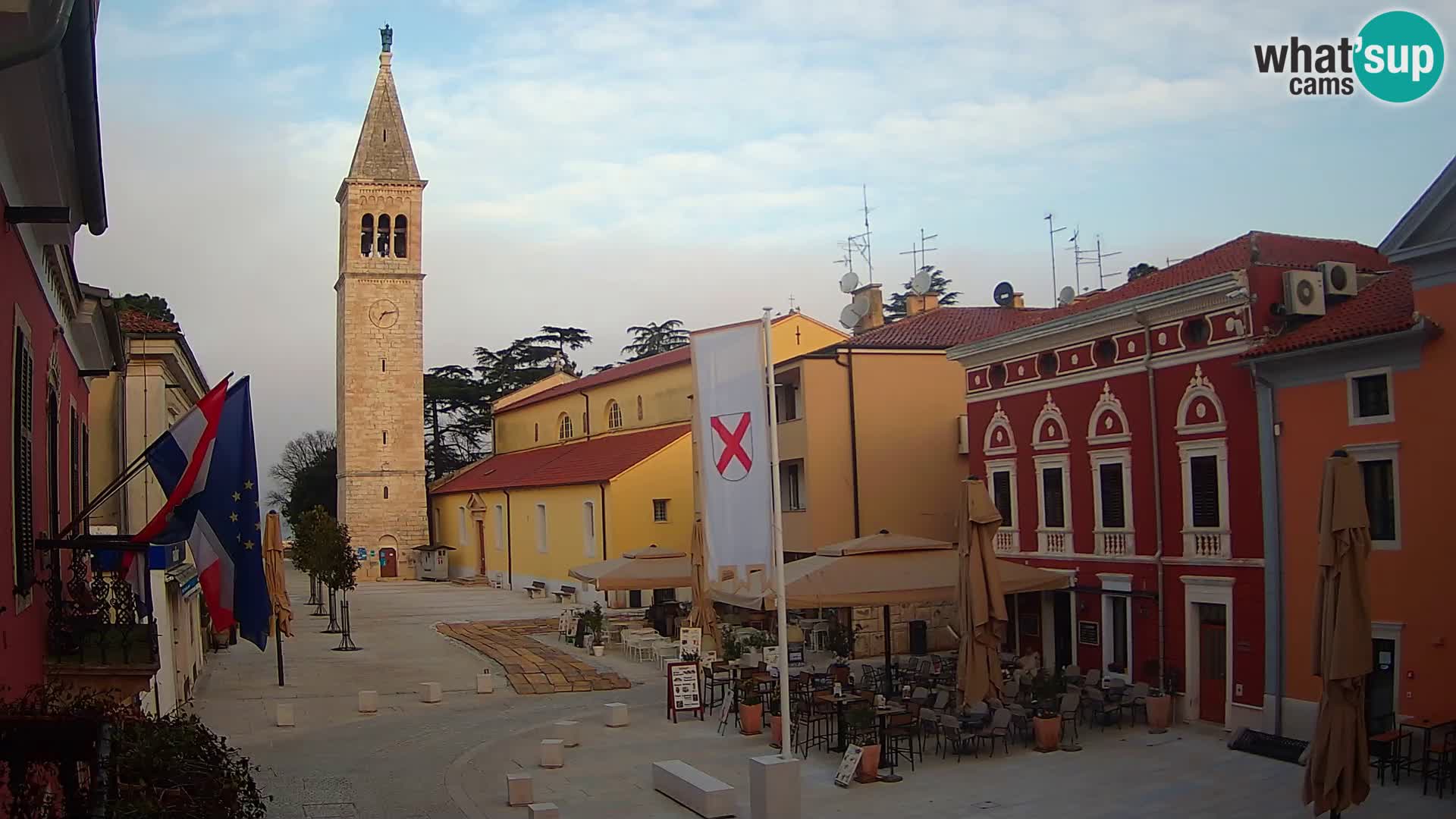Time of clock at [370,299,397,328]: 7:13
